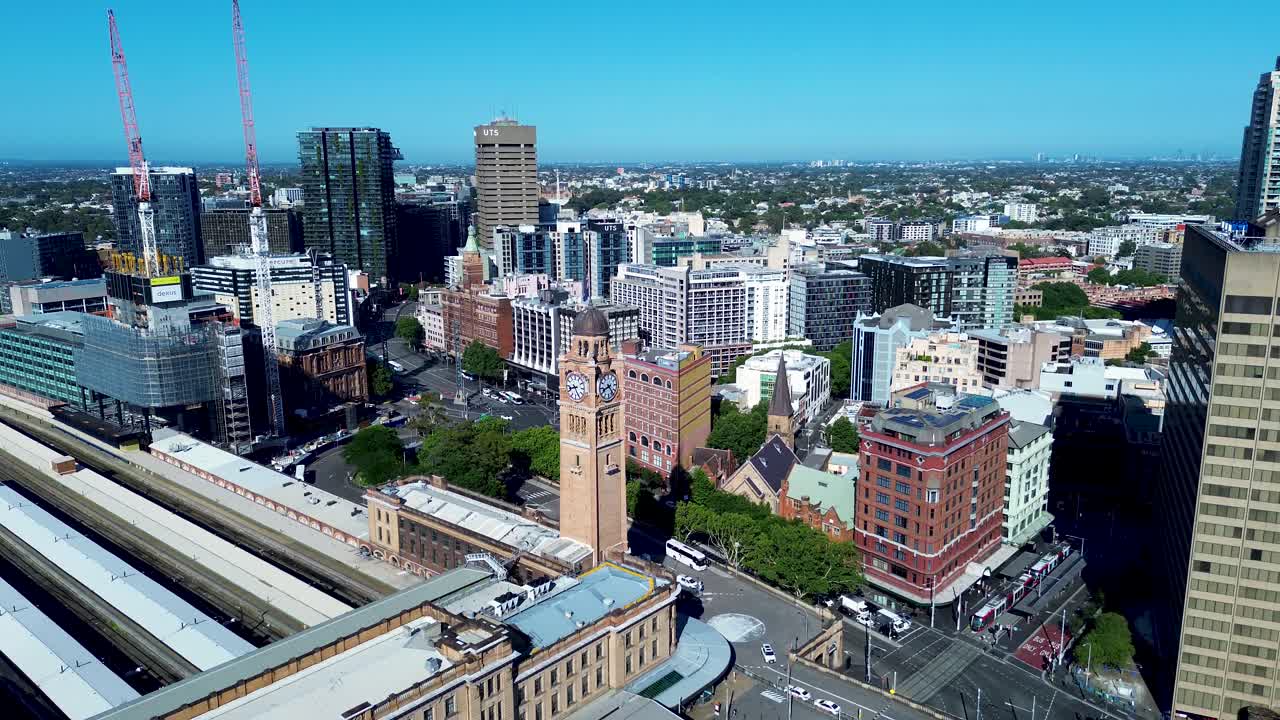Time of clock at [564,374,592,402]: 8:25
